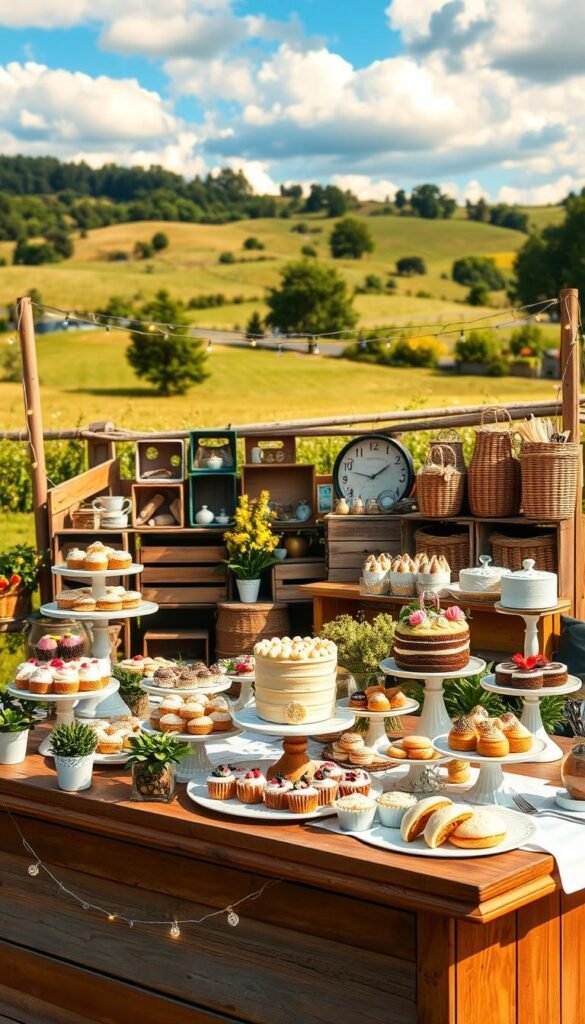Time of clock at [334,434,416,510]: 1:47
